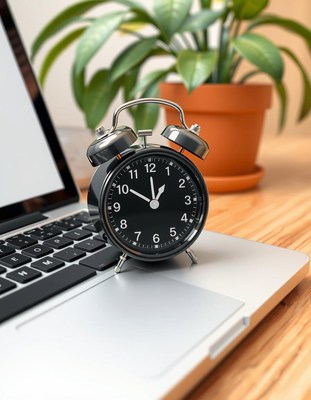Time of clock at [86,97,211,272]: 11:50
